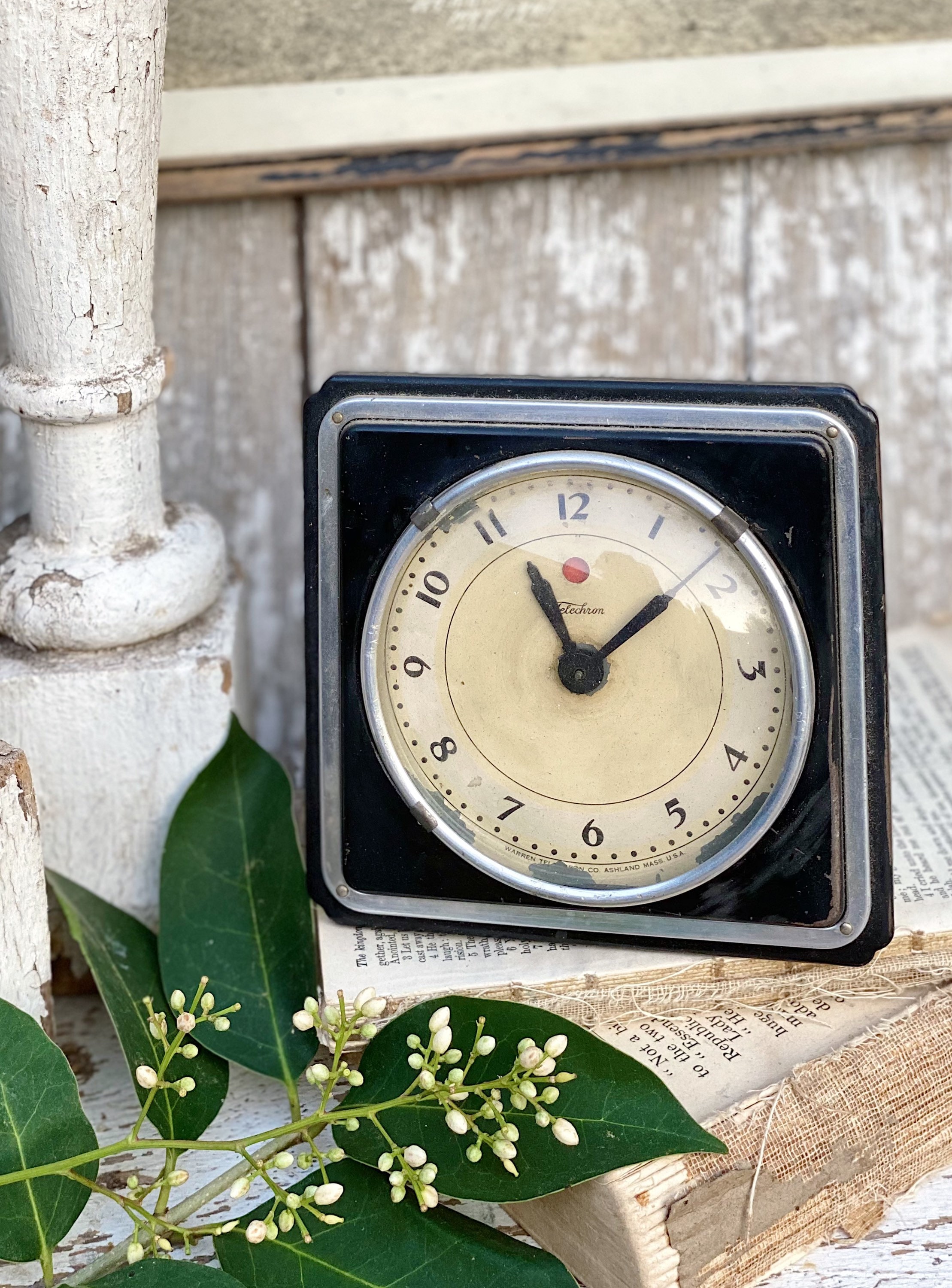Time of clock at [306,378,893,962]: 11:08
